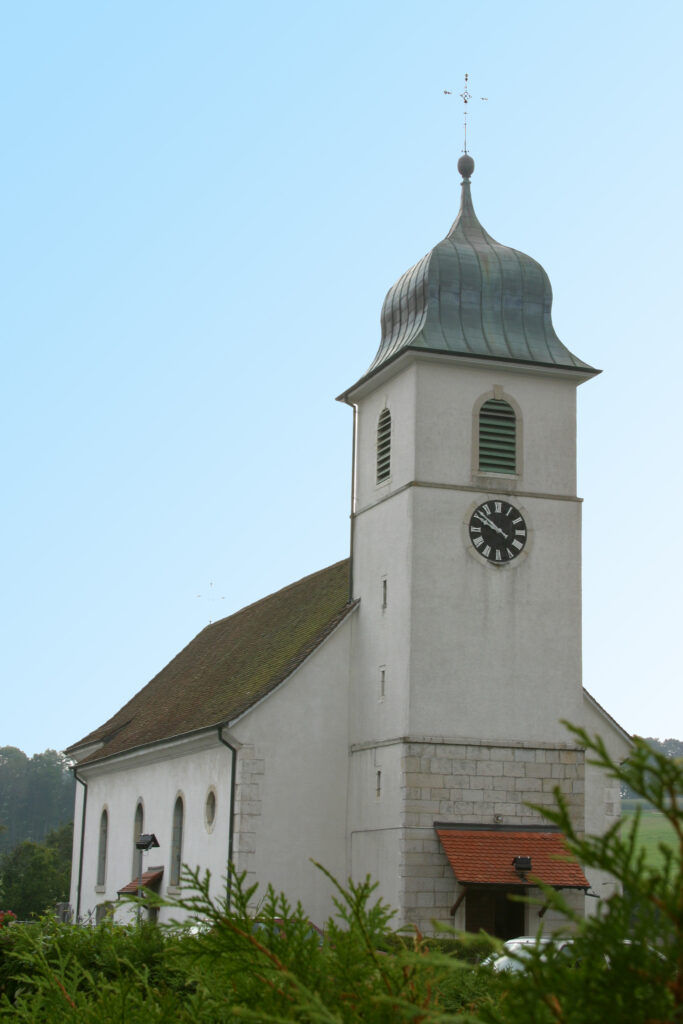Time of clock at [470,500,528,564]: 9:51
